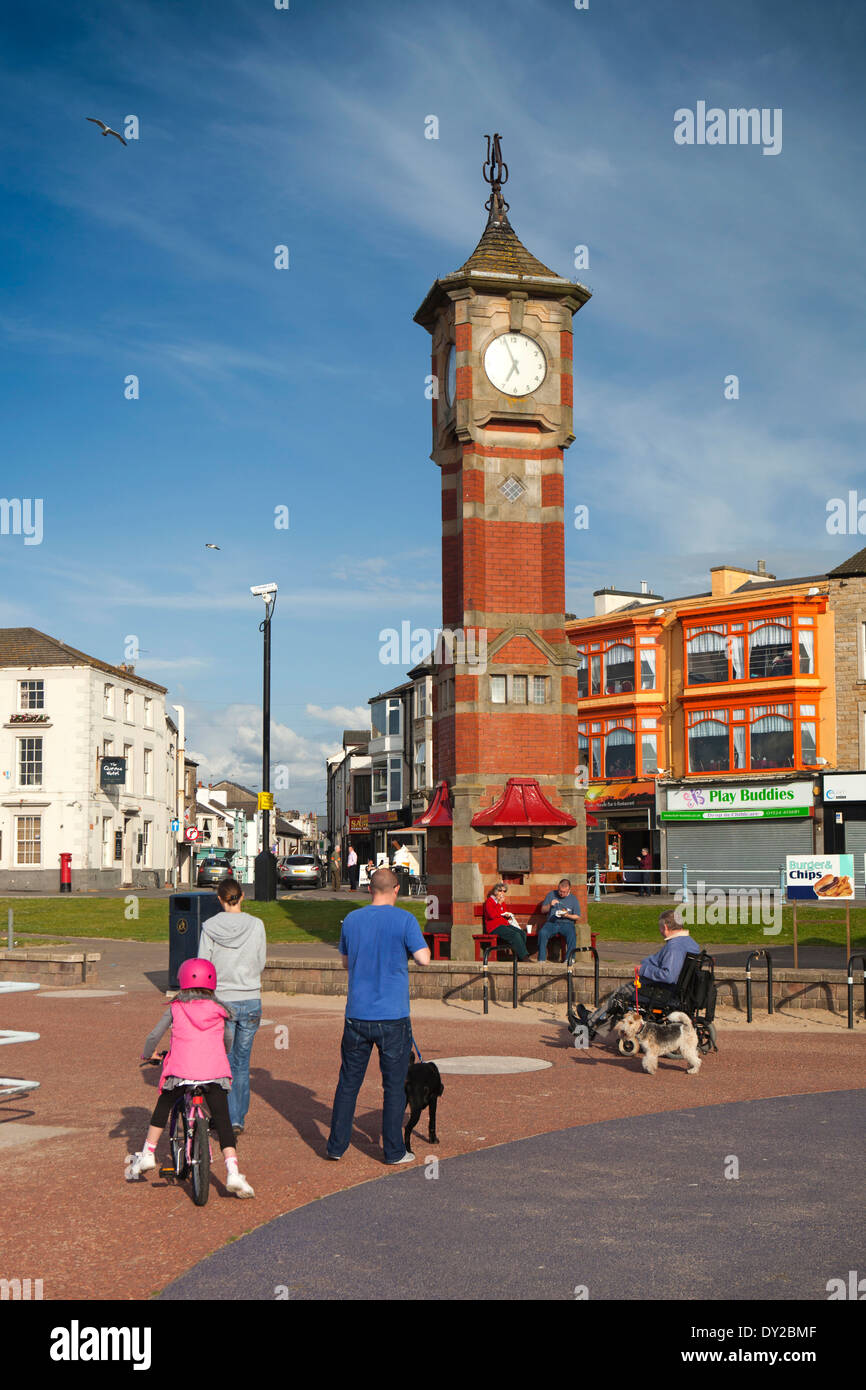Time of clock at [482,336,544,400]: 6:56
